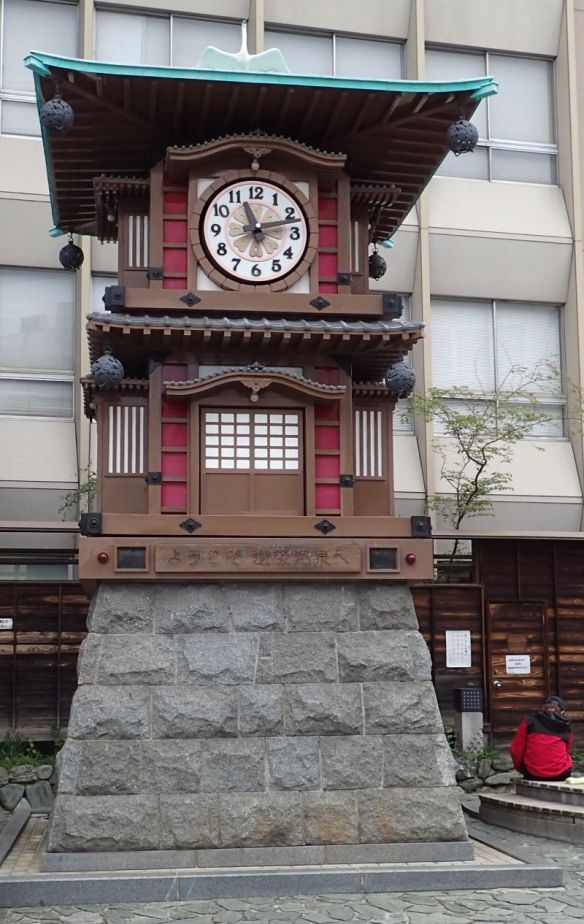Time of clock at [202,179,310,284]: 11:12
